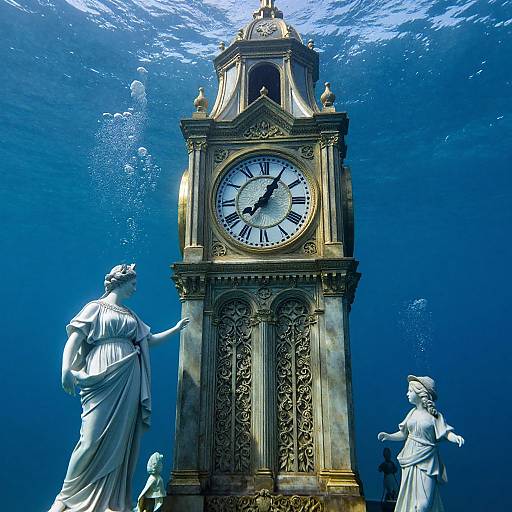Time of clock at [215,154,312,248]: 1:05
